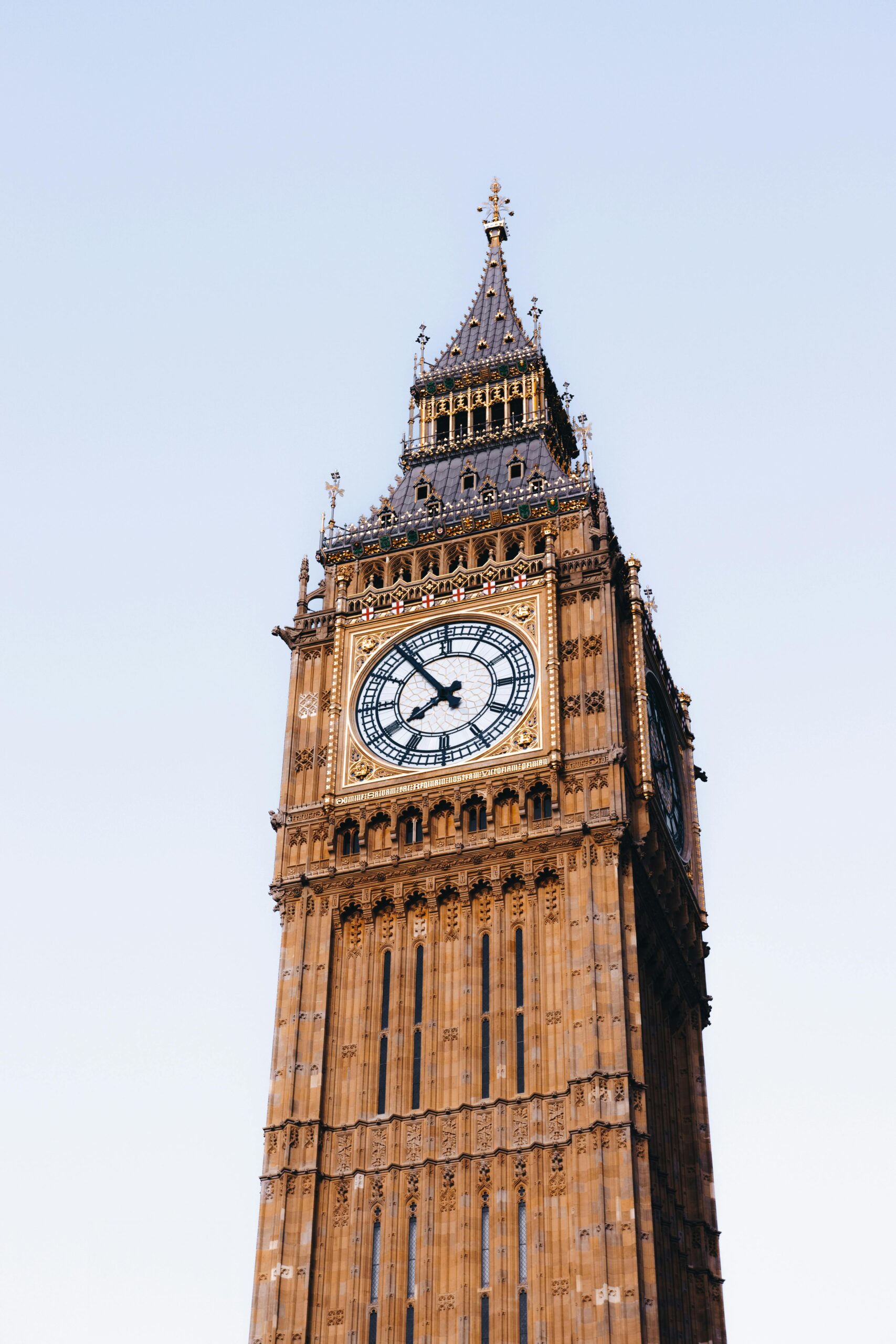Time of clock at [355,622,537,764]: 7:53
